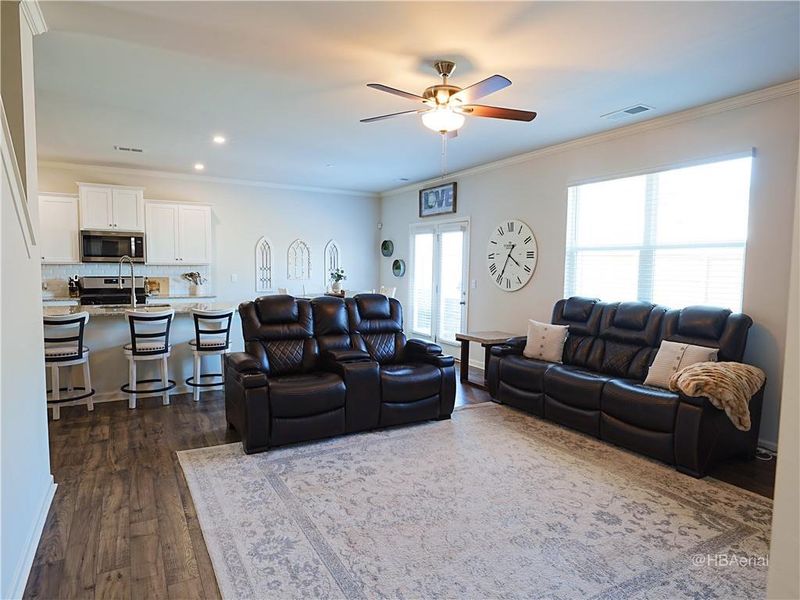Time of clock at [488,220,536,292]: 4:34
